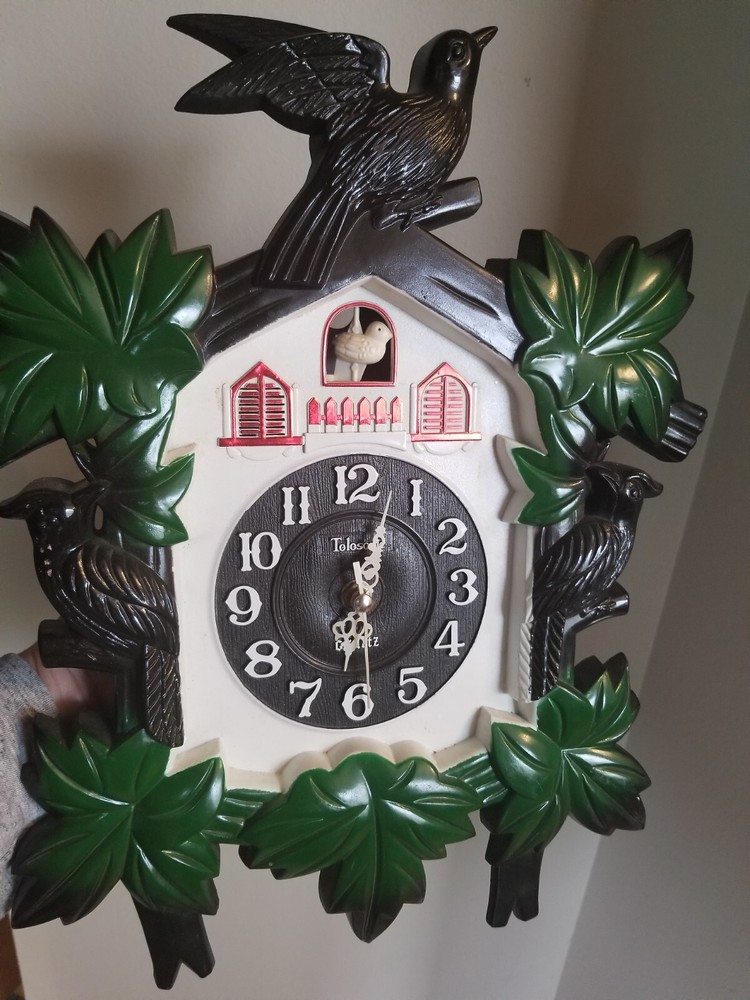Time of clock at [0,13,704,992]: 6:03
